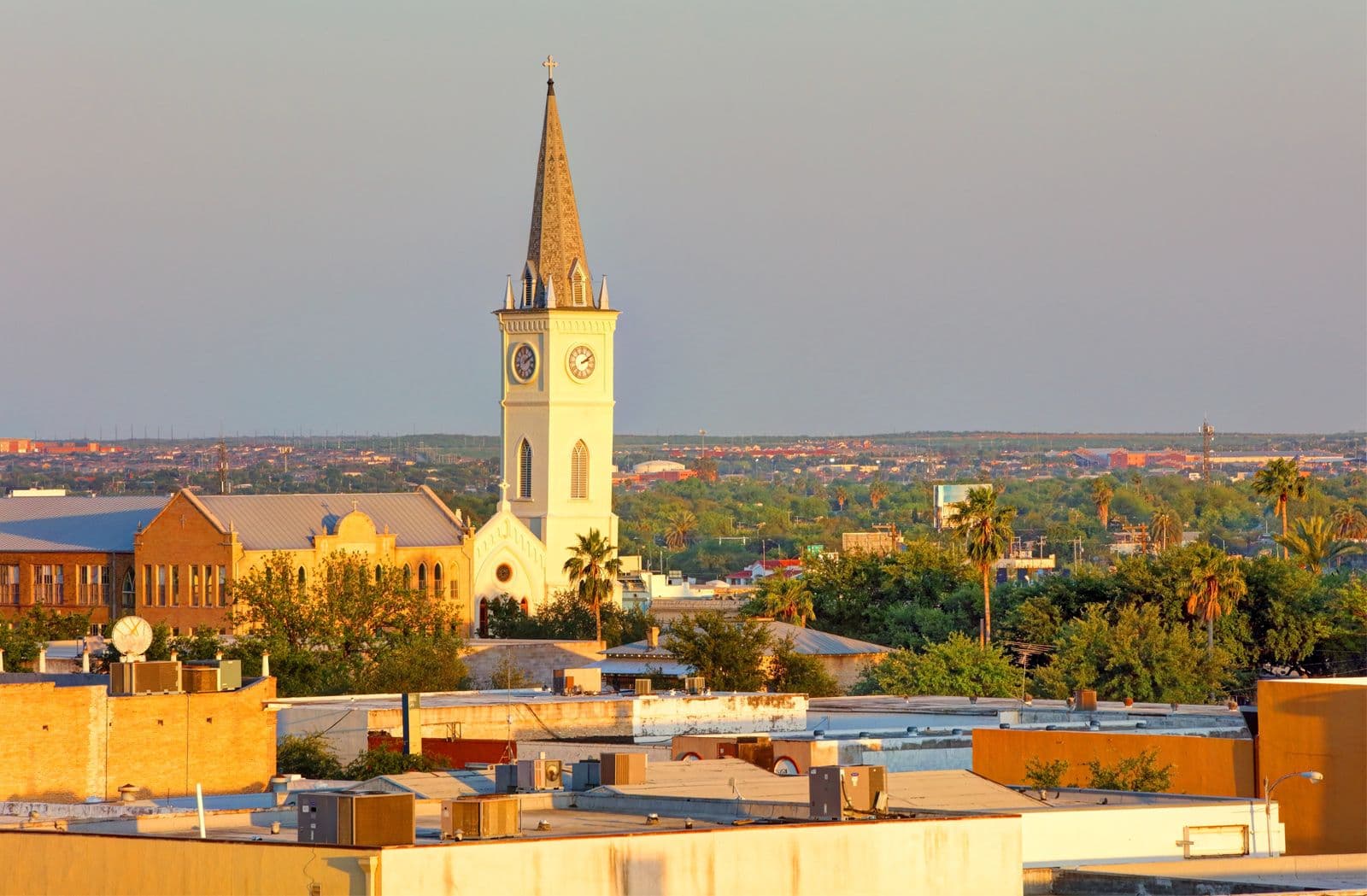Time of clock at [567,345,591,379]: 2:09
